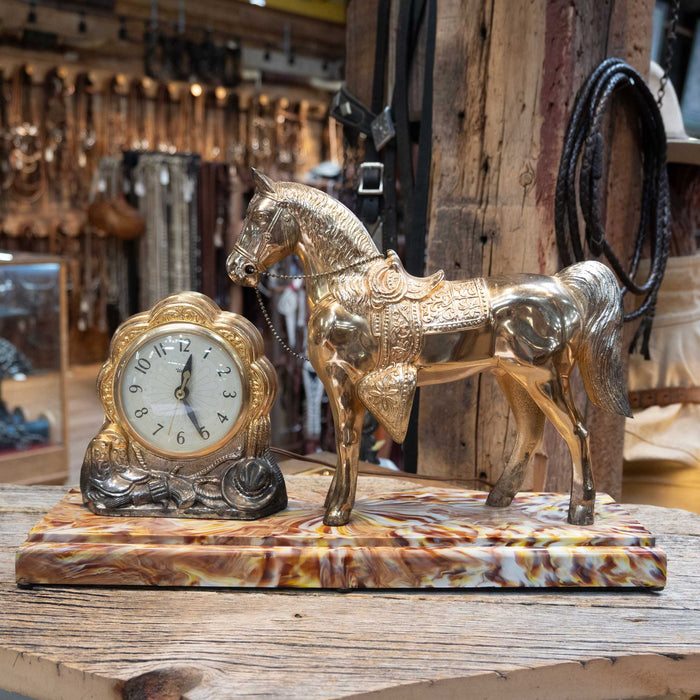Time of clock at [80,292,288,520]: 12:25
